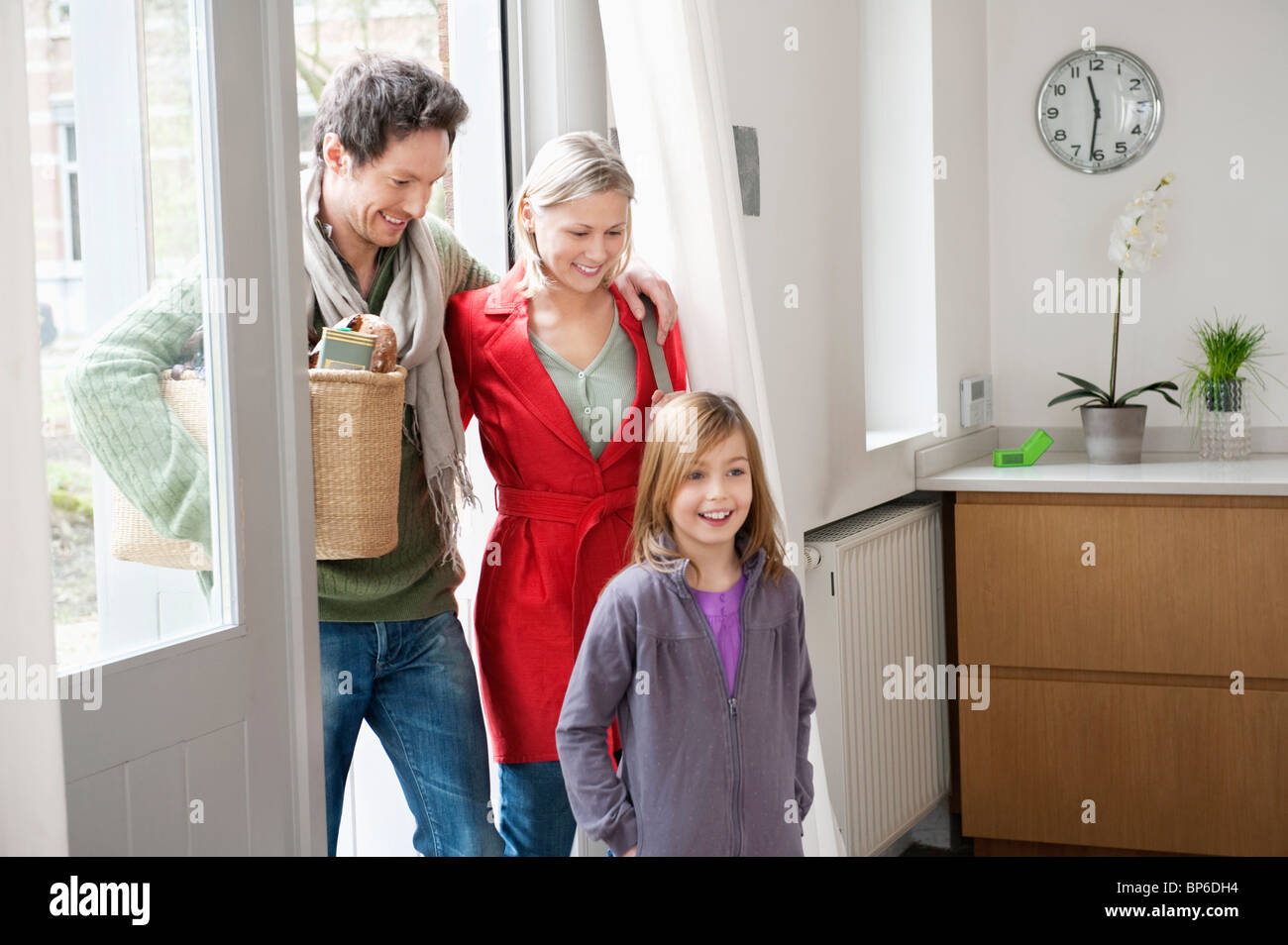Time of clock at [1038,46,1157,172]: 11:31
